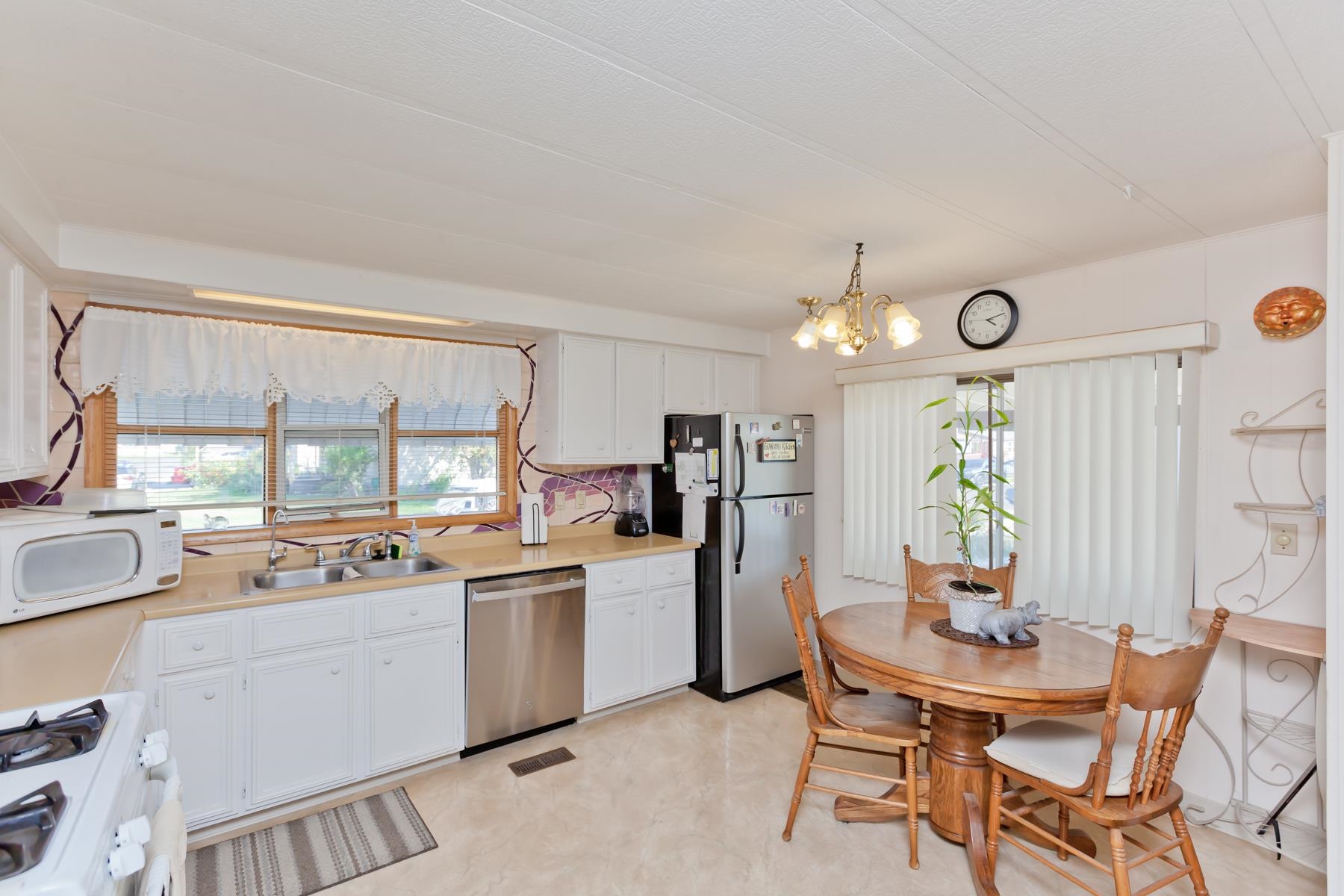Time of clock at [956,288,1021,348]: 4:12
